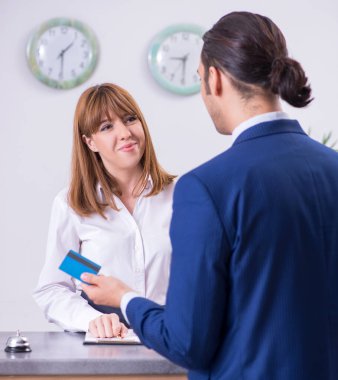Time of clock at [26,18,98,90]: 1:29
